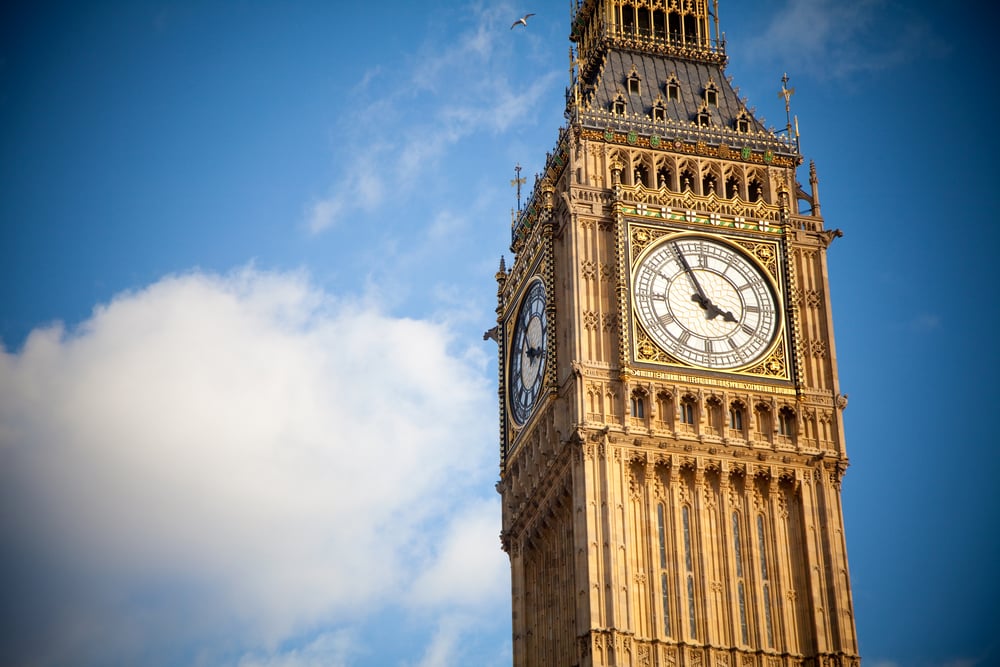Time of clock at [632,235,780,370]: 3:55
